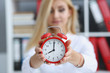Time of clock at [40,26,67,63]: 8:00
